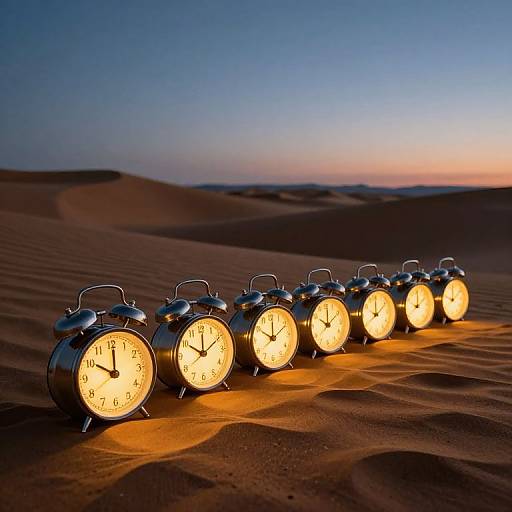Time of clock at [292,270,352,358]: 10:01
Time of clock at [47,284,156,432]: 10:00
